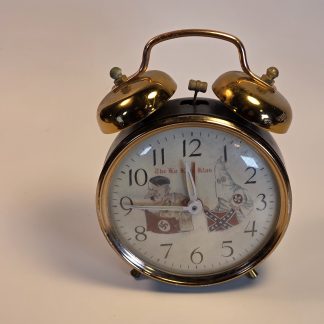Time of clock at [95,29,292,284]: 11:46
